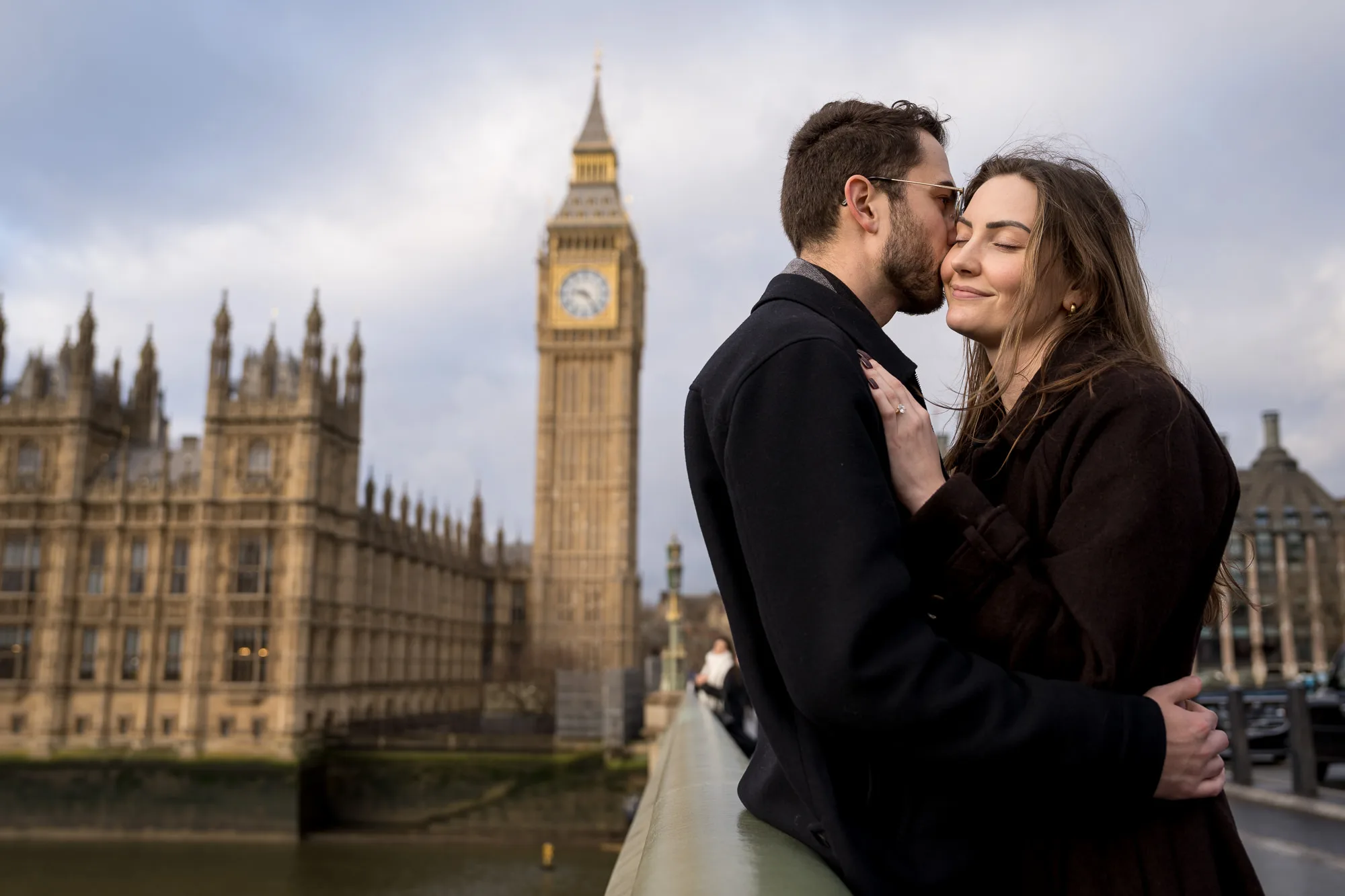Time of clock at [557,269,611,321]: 9:23
